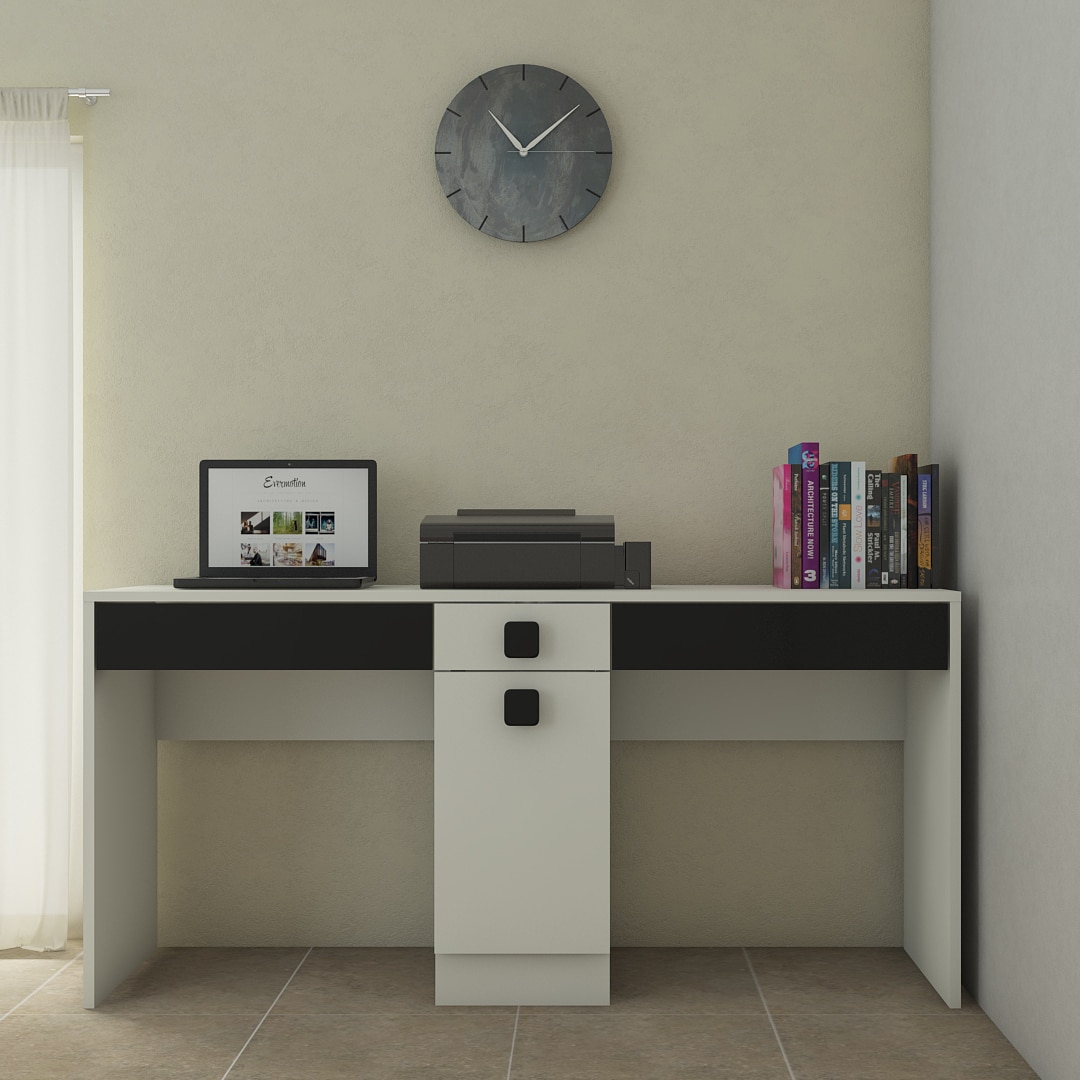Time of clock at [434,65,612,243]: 11:08
